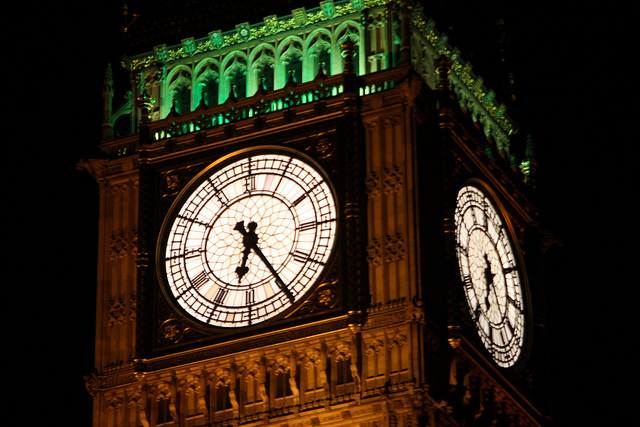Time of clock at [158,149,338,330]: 6:24
